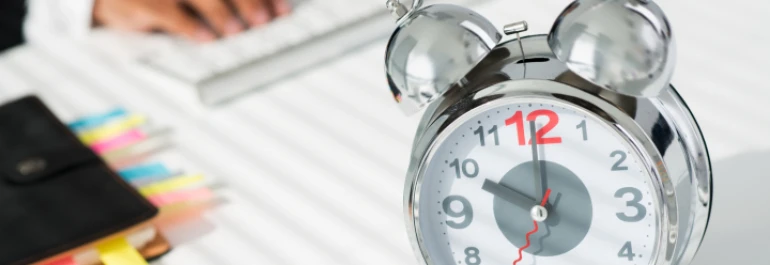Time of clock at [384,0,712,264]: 10:00
